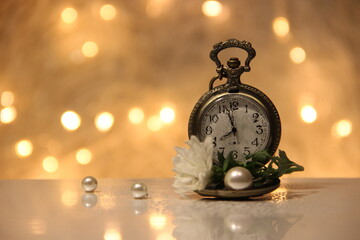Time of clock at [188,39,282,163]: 7:57
